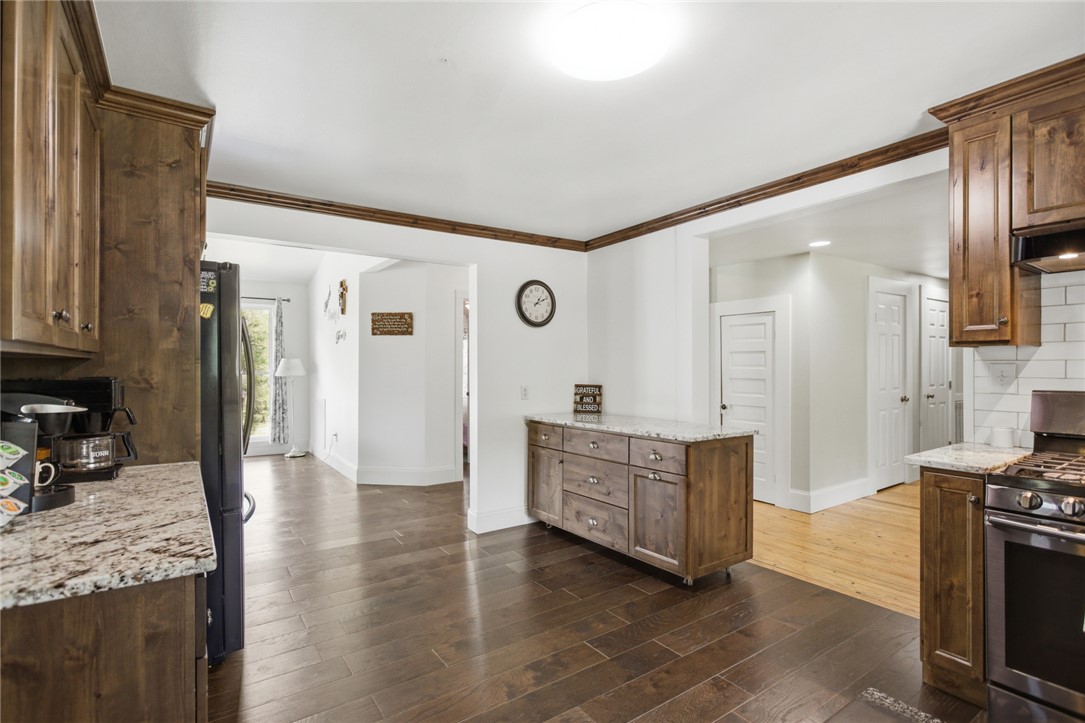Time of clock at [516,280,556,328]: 1:10
